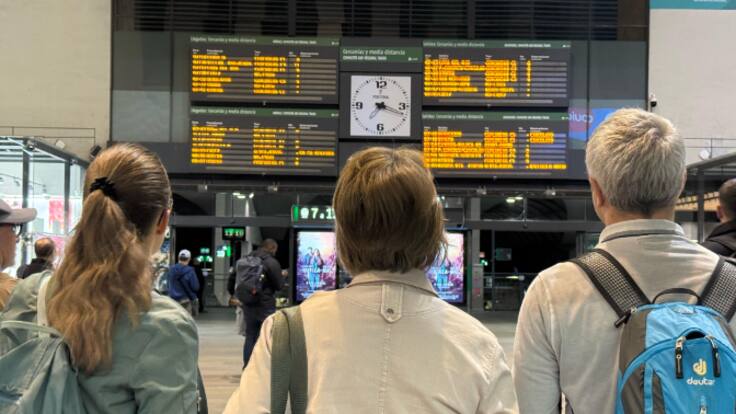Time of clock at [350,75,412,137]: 7:18
